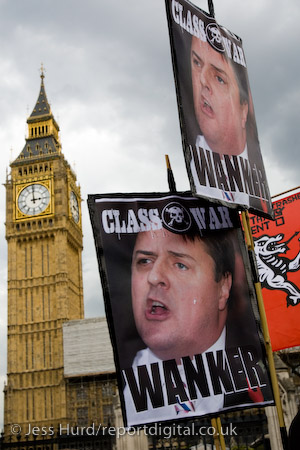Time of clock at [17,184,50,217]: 2:59
